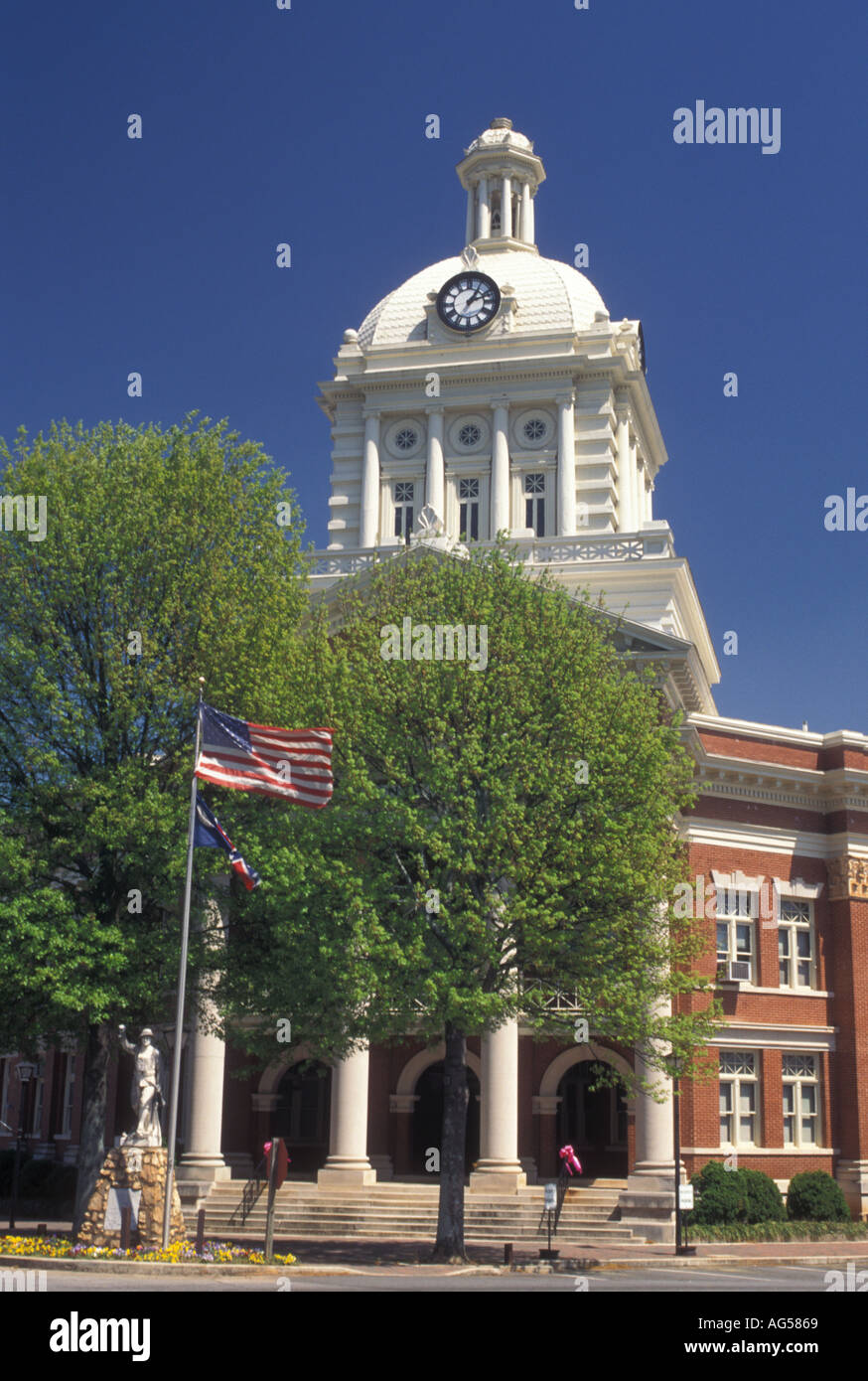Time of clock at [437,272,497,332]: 1:11
